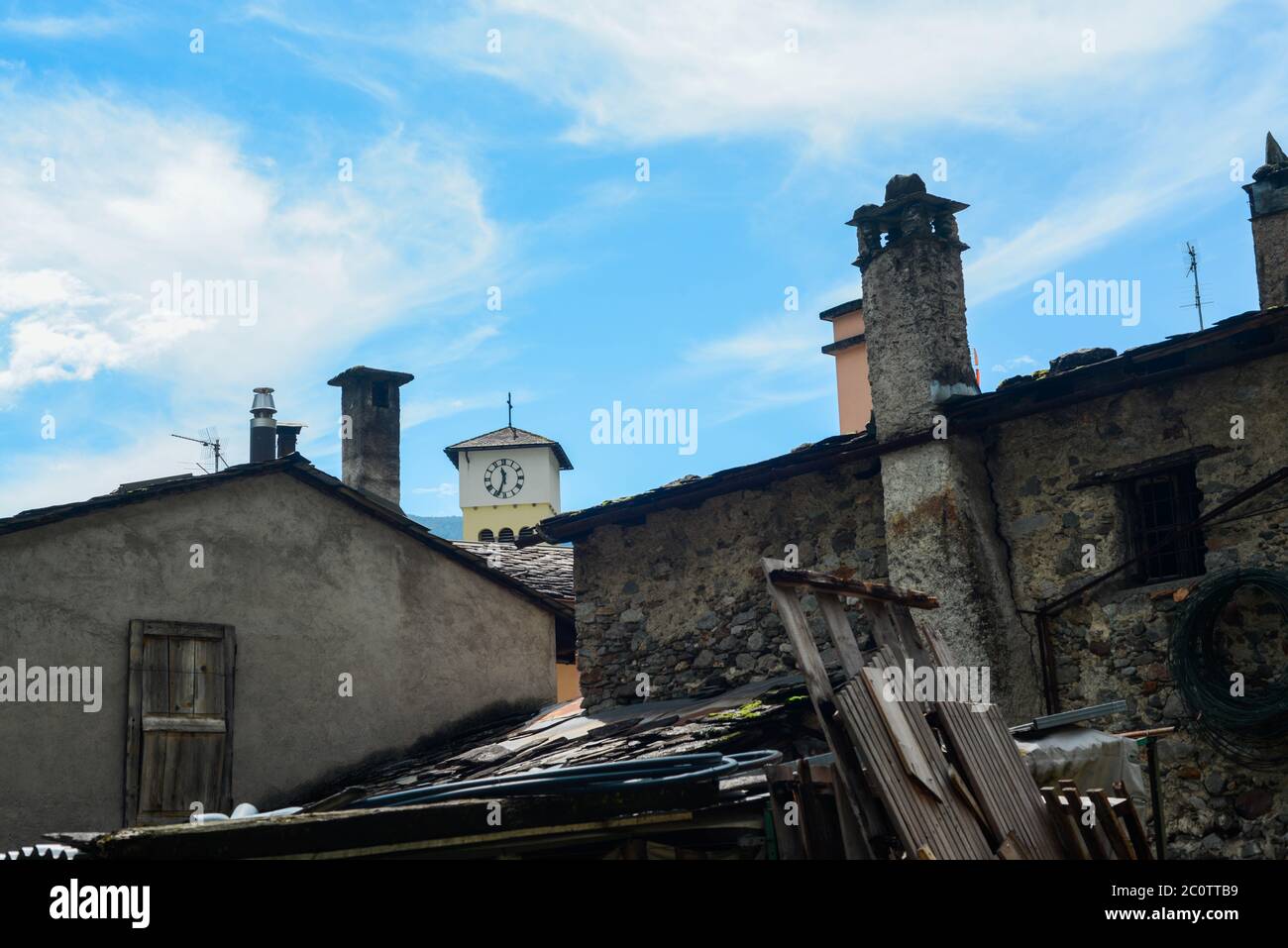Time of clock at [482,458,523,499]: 11:33
